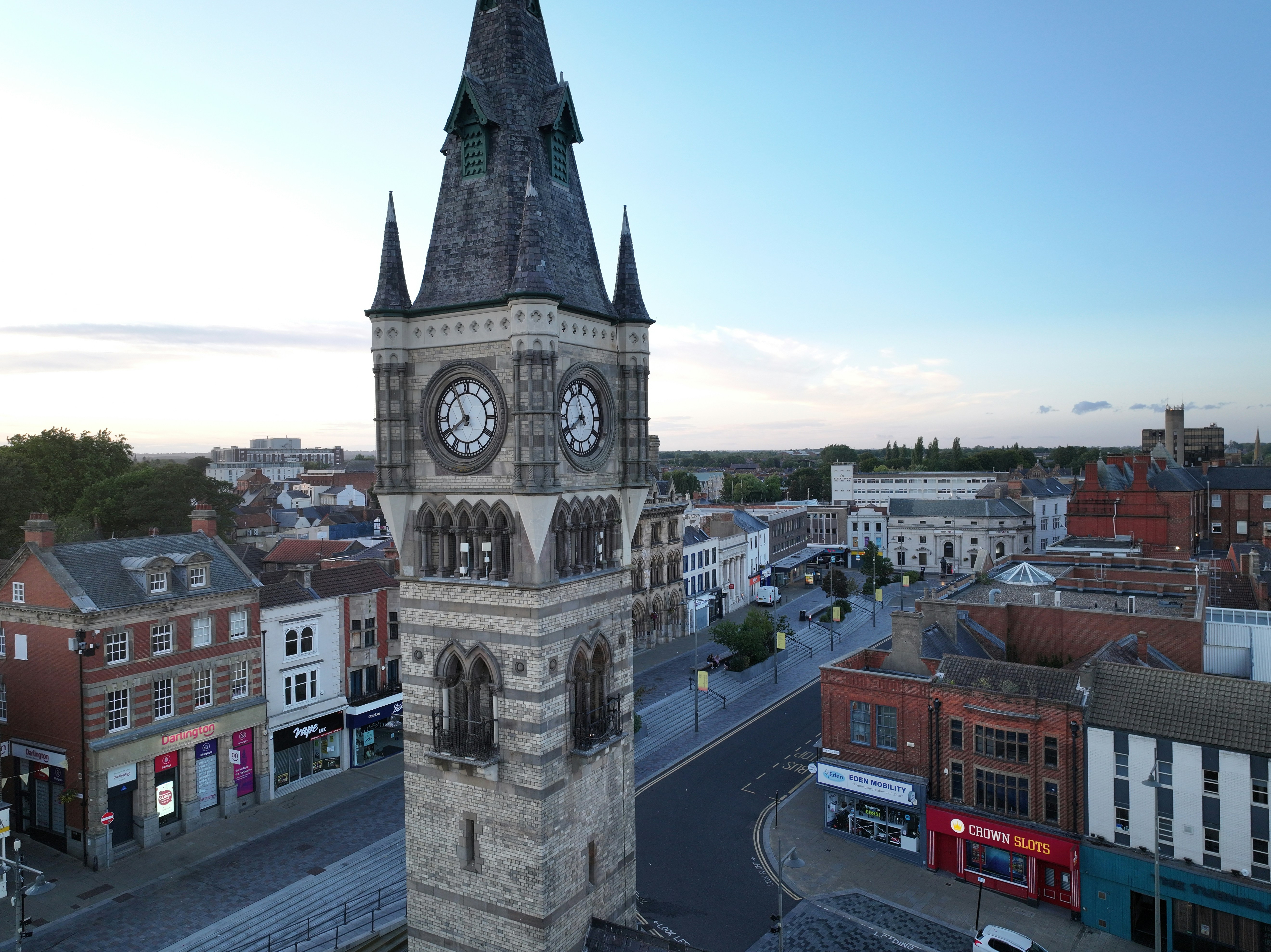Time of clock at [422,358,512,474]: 7:55
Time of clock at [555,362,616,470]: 11:40
